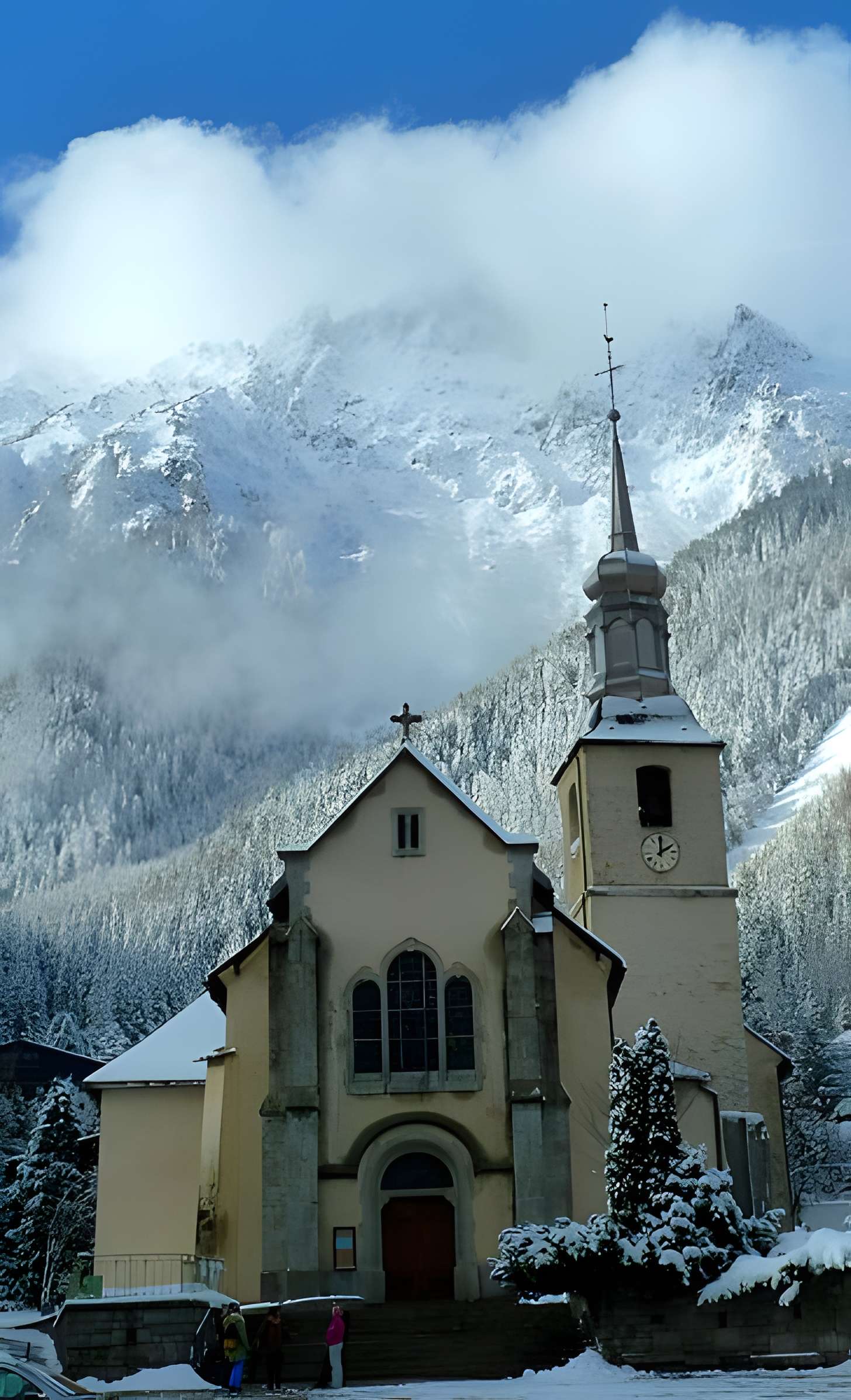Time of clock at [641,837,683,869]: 2:00
